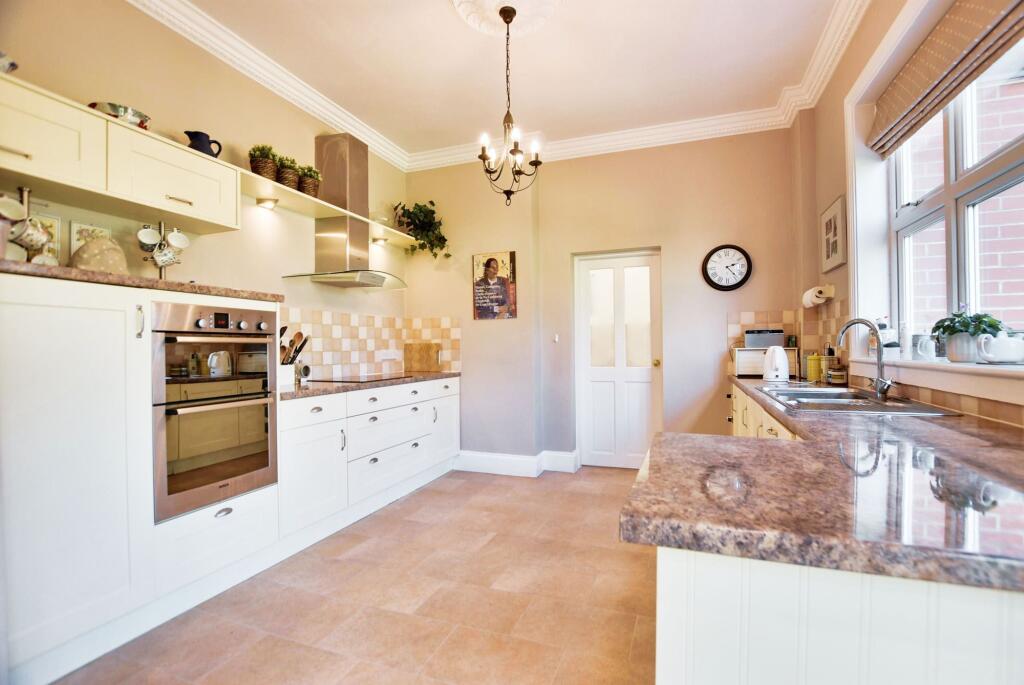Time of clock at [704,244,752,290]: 2:22
